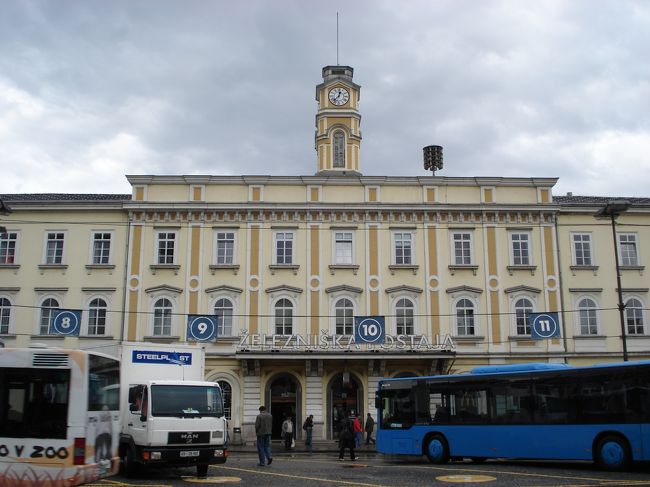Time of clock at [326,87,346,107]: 12:37
